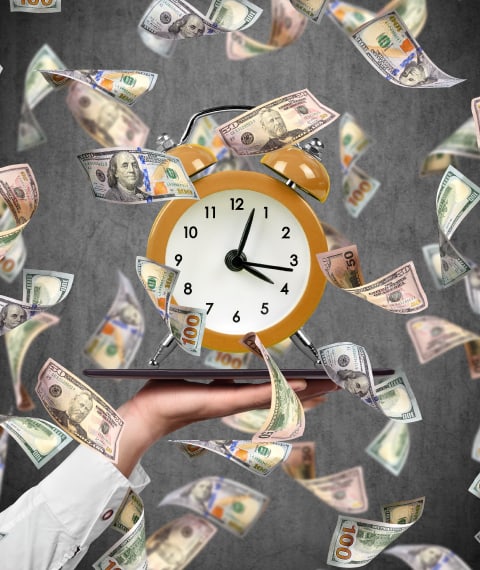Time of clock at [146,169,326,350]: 4:03
